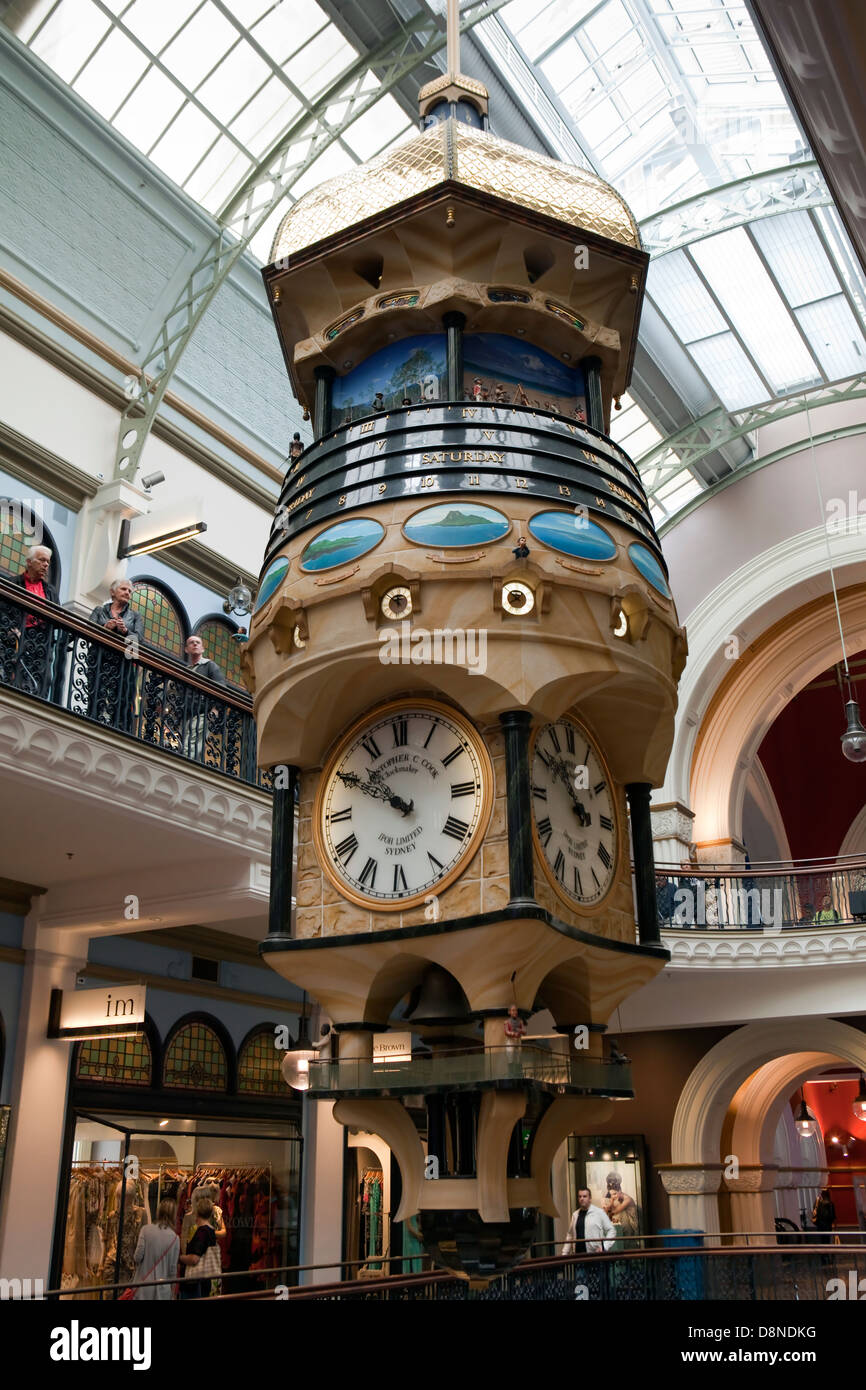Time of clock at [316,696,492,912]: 10:50
